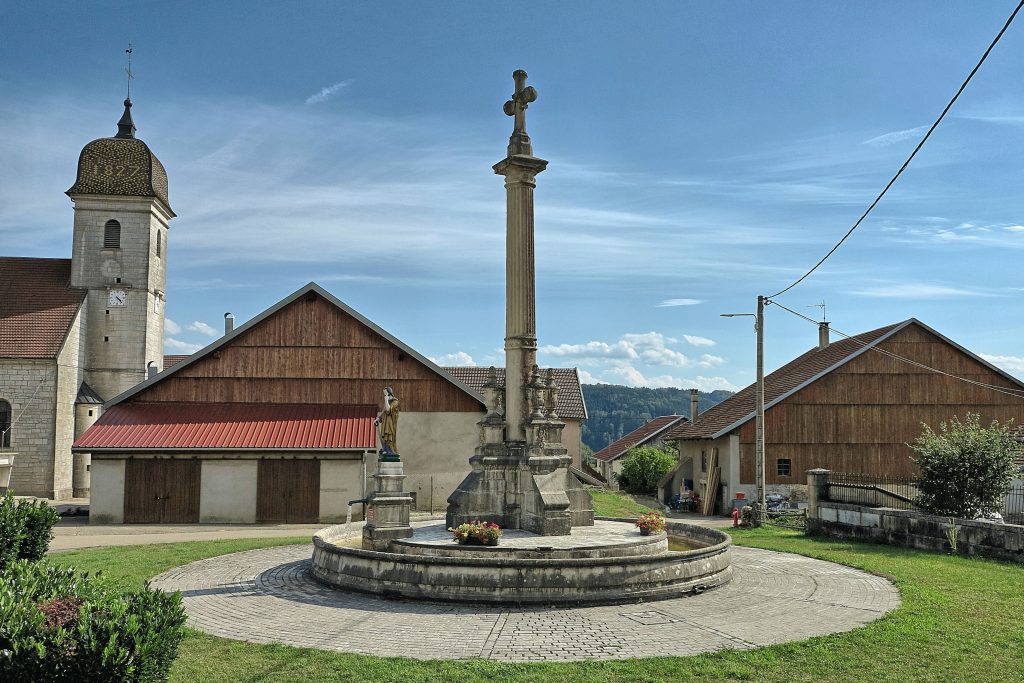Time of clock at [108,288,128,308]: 4:23
